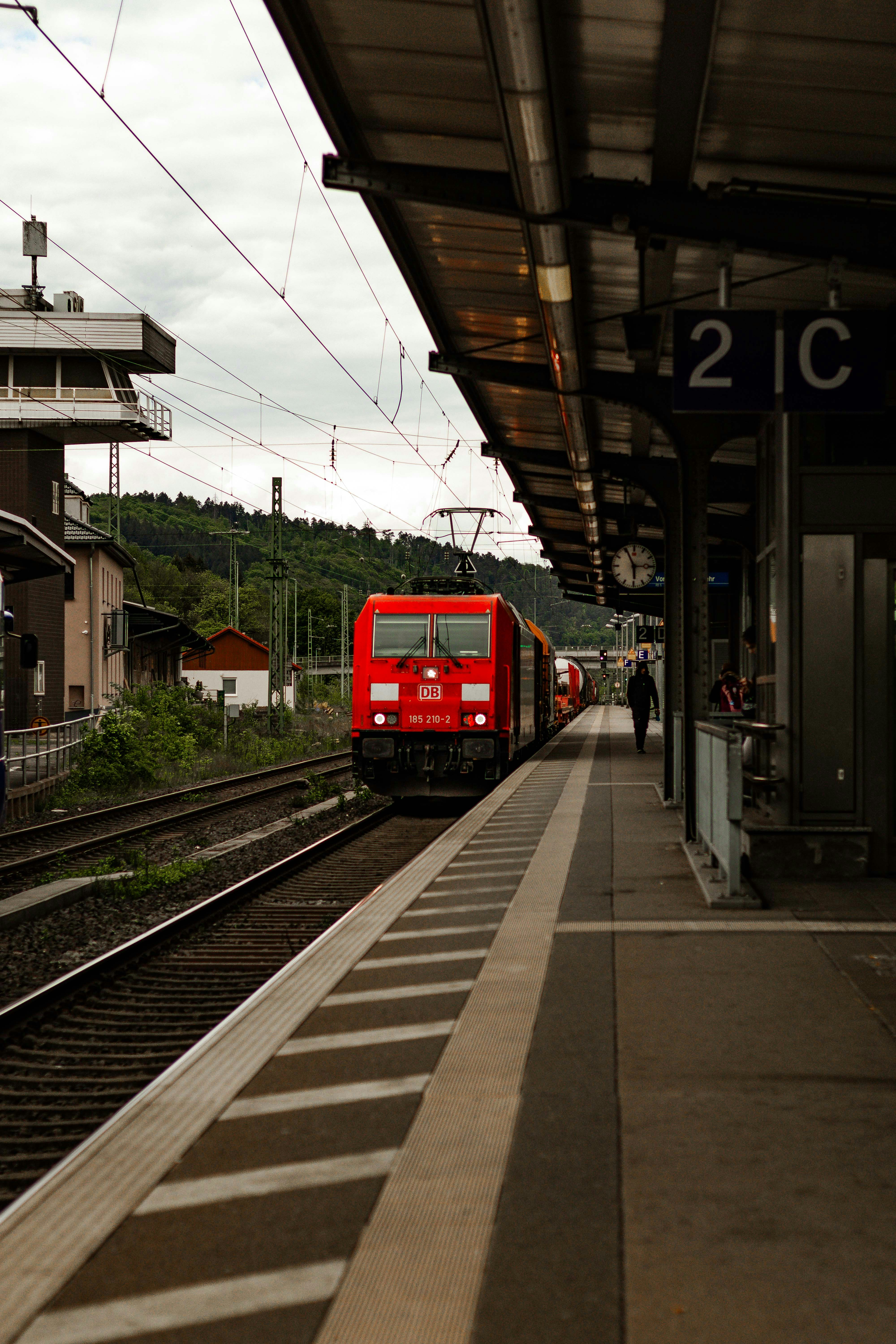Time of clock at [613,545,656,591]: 5:55
